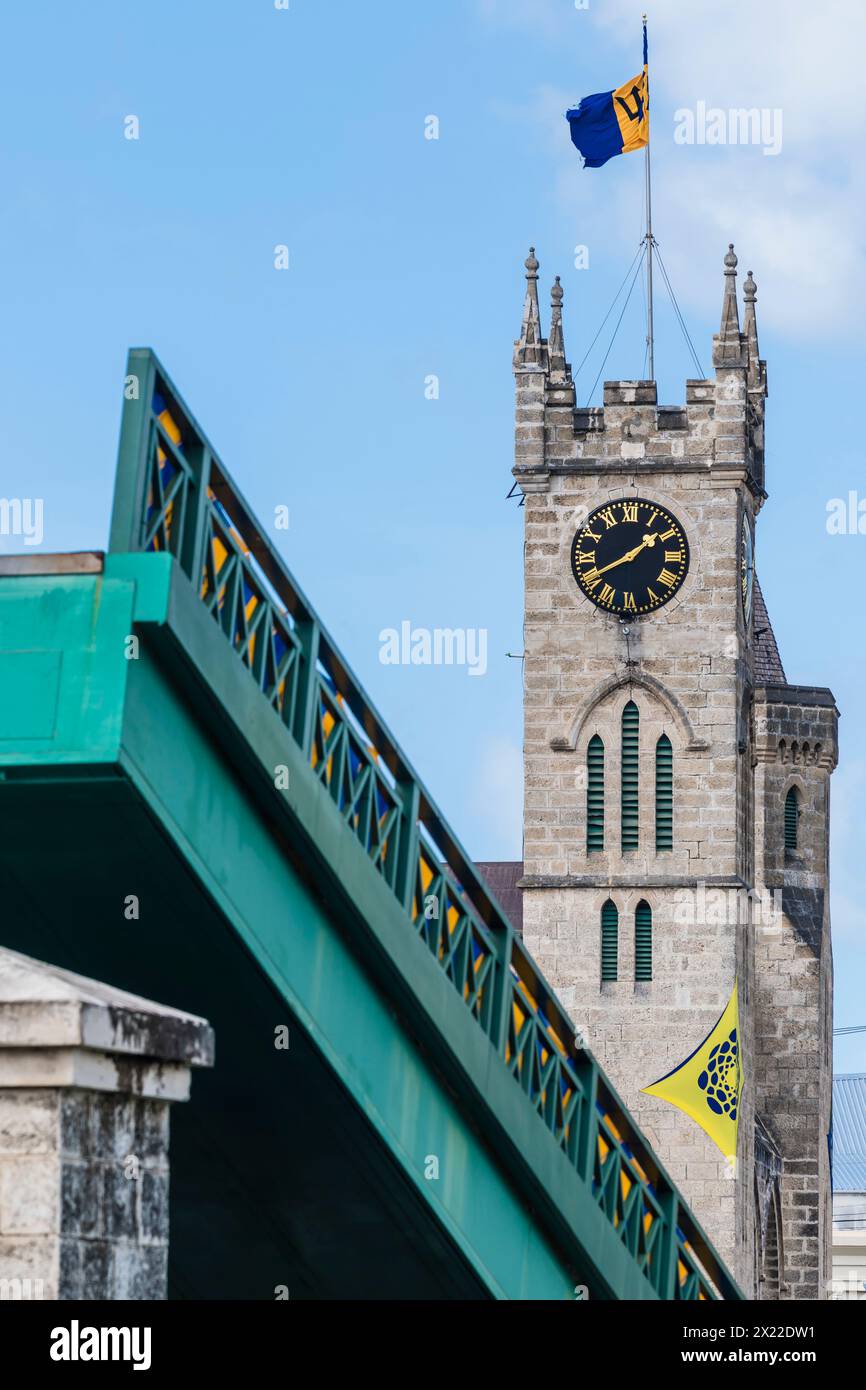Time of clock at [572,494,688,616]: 1:40
